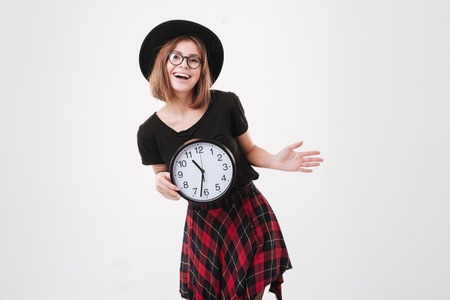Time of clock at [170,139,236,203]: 10:32
